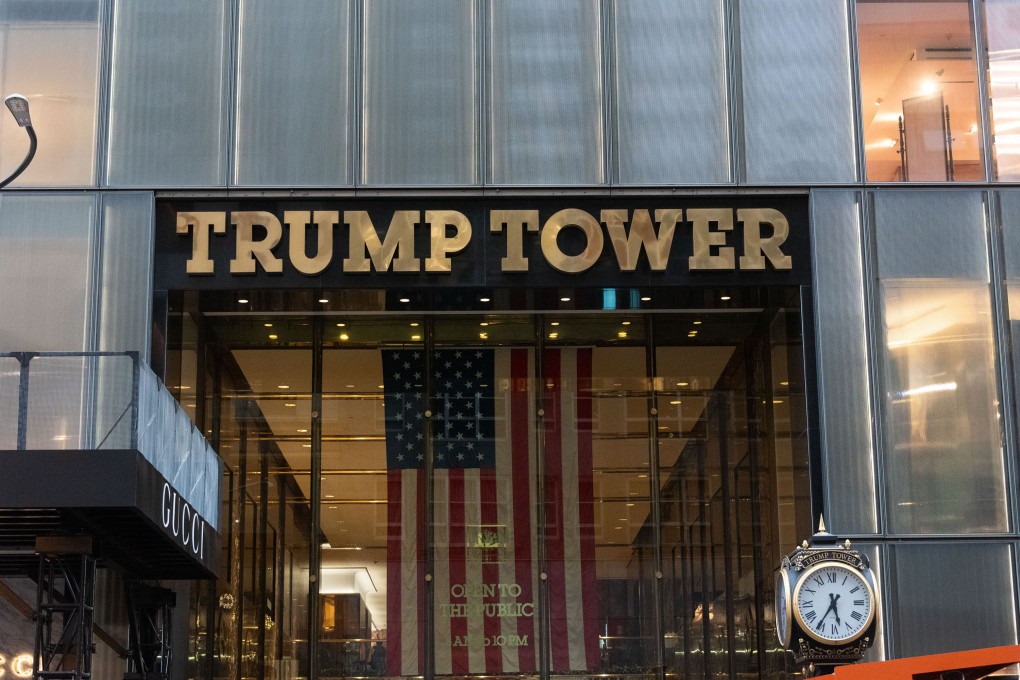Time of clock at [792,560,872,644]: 5:35
